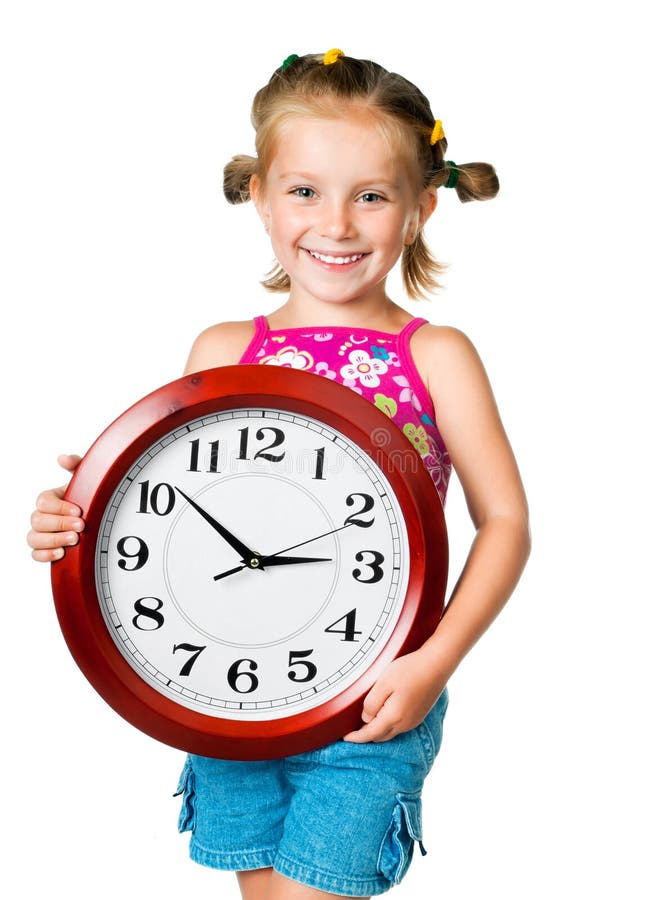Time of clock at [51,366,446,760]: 2:51
